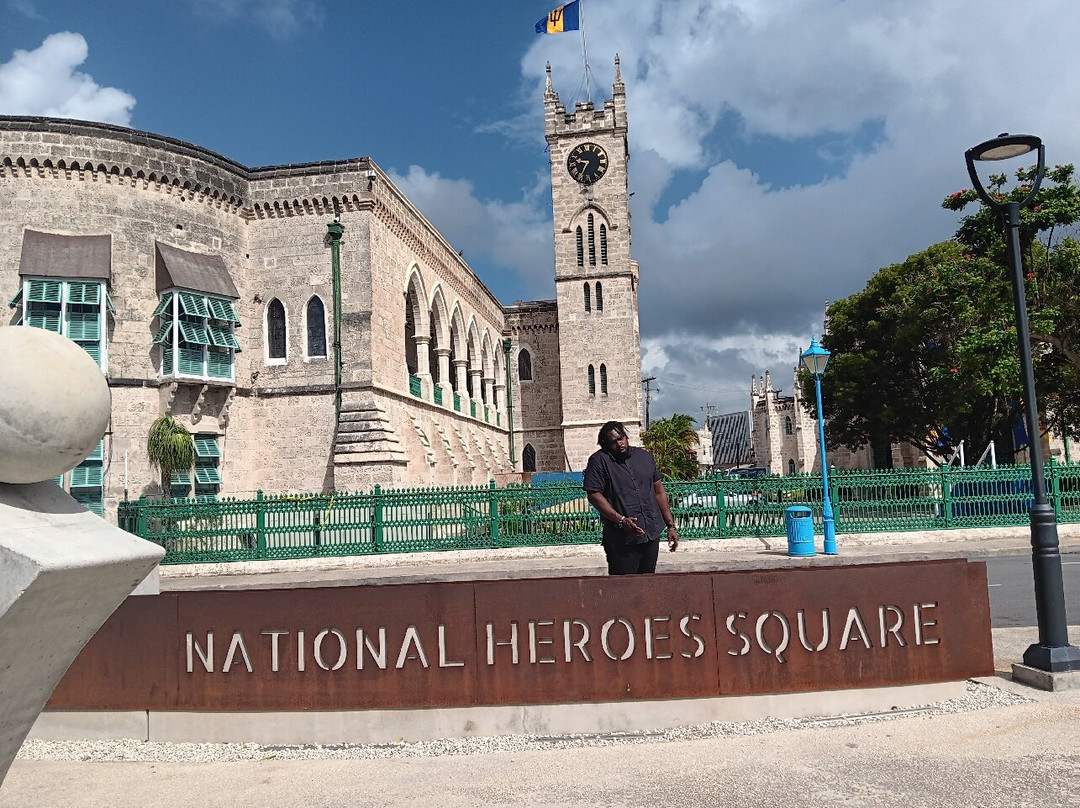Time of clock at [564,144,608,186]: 9:34
